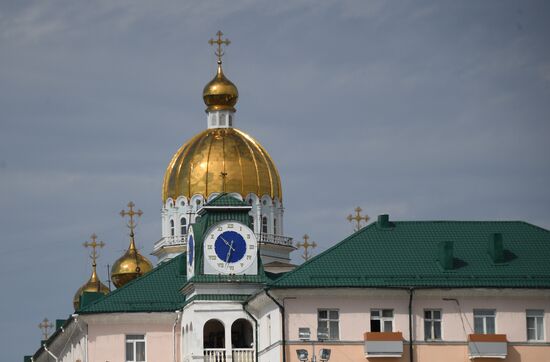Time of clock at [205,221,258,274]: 10:32
